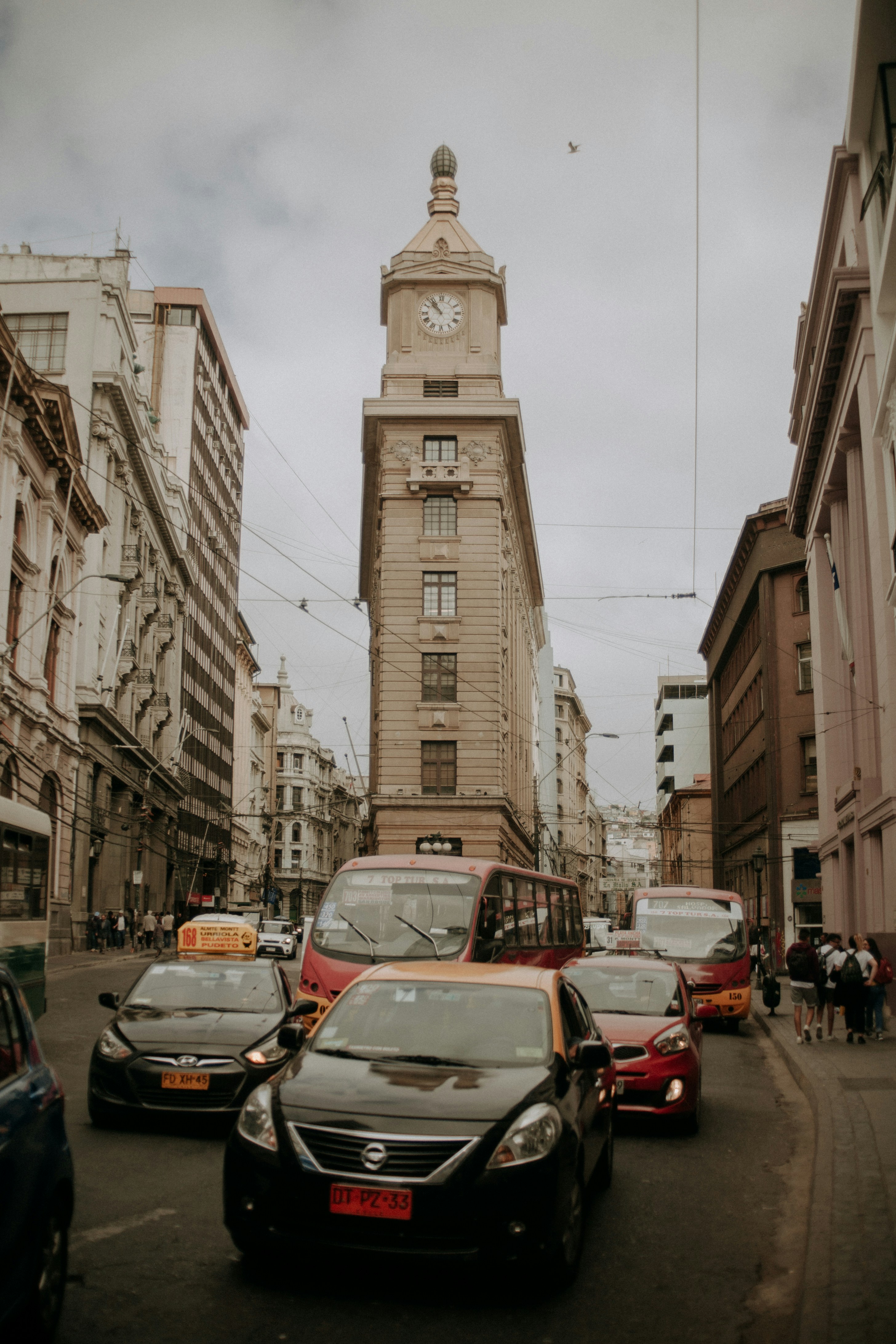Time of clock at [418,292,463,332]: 10:52
